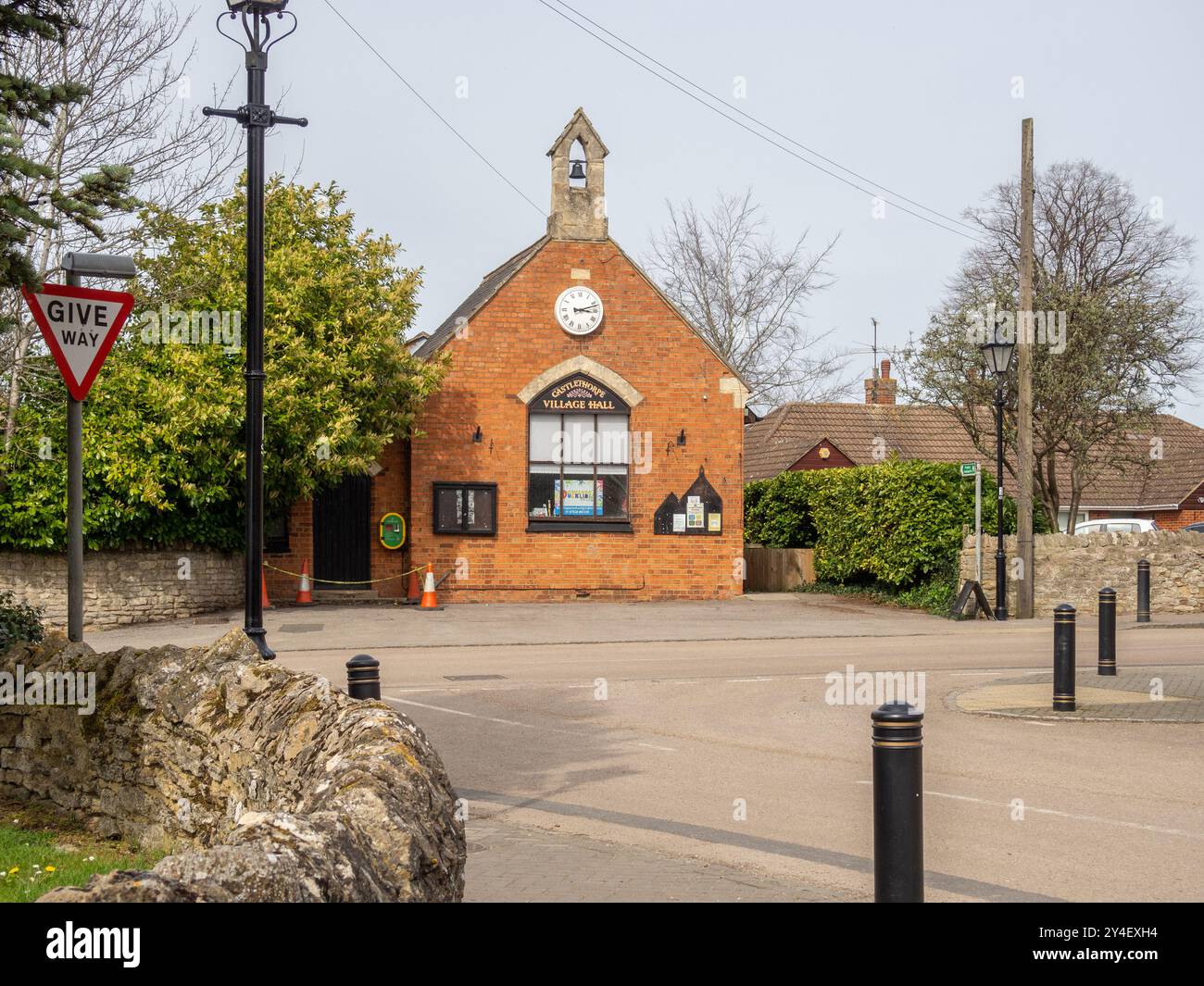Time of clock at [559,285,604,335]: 3:11
